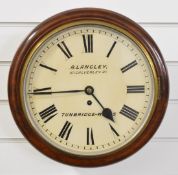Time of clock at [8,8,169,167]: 4:44
